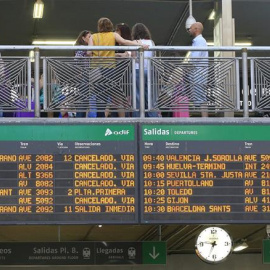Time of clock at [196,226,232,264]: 6:46
